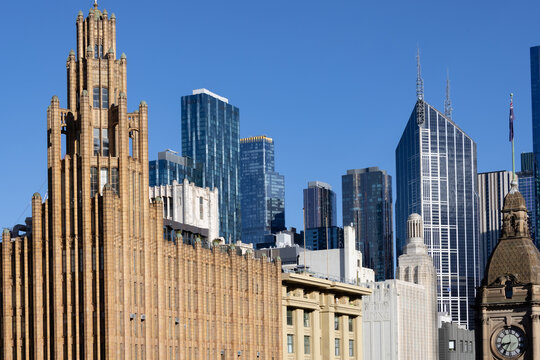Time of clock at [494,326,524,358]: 8:35
